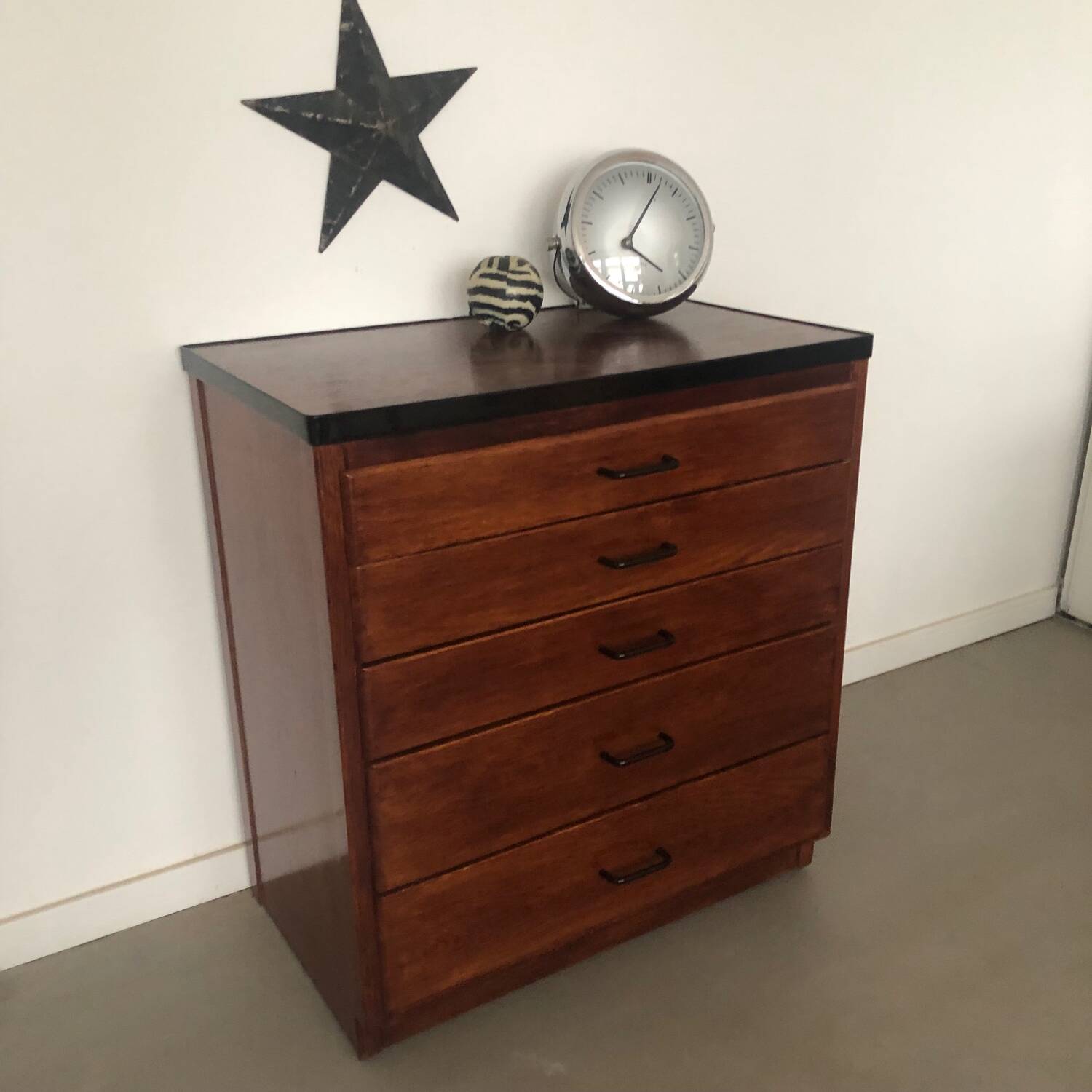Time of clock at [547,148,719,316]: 4:07
